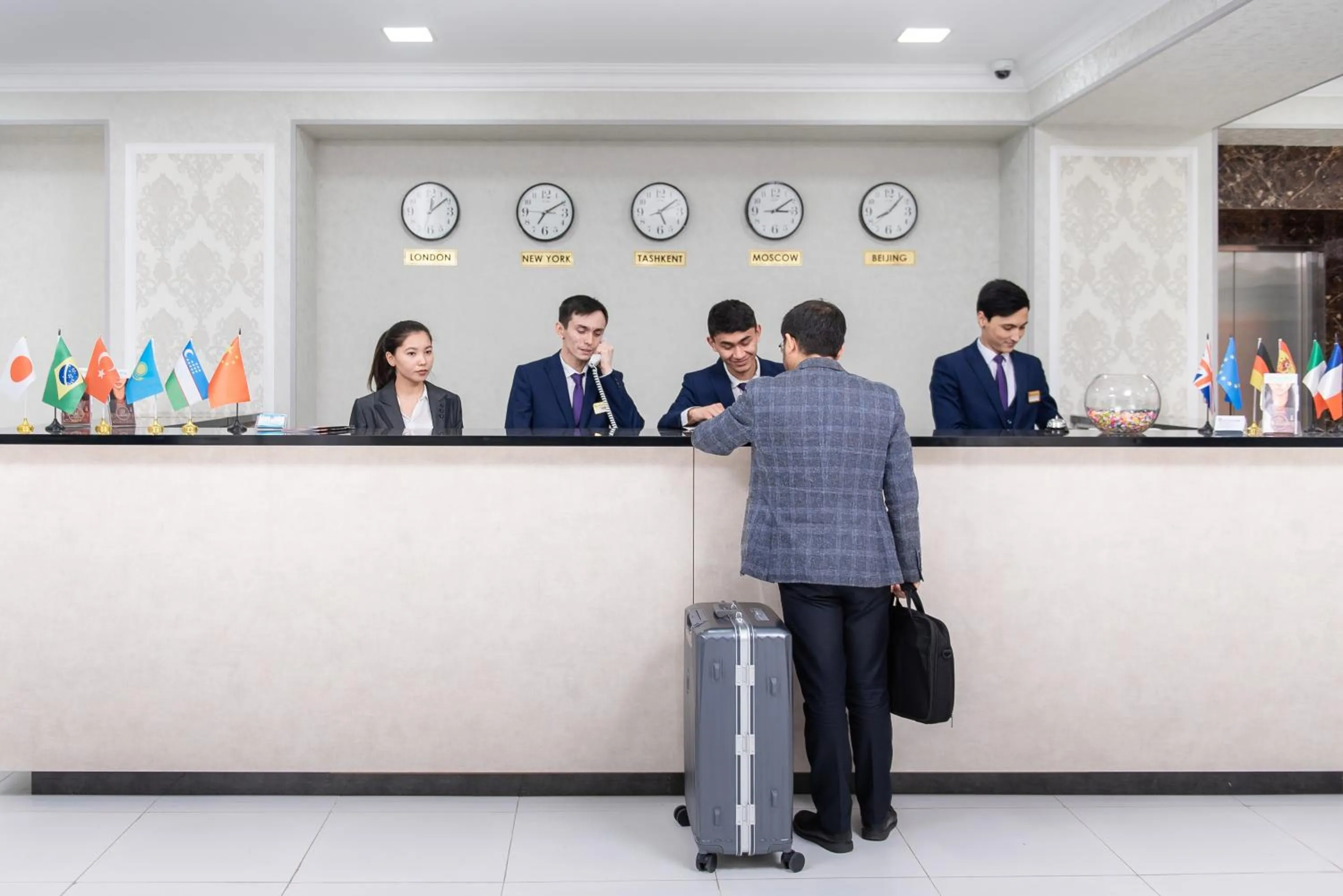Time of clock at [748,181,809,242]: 3:09
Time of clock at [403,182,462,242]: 12:08
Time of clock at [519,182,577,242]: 7:09
